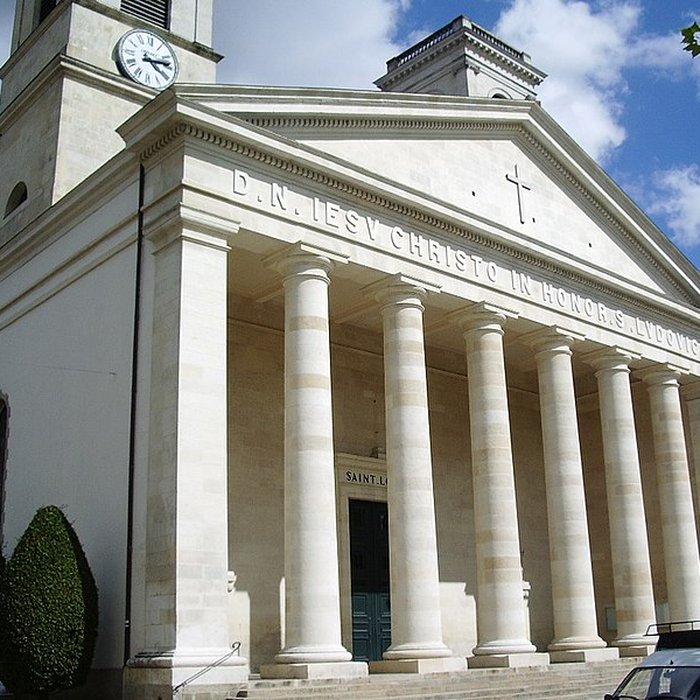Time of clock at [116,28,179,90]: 4:13
